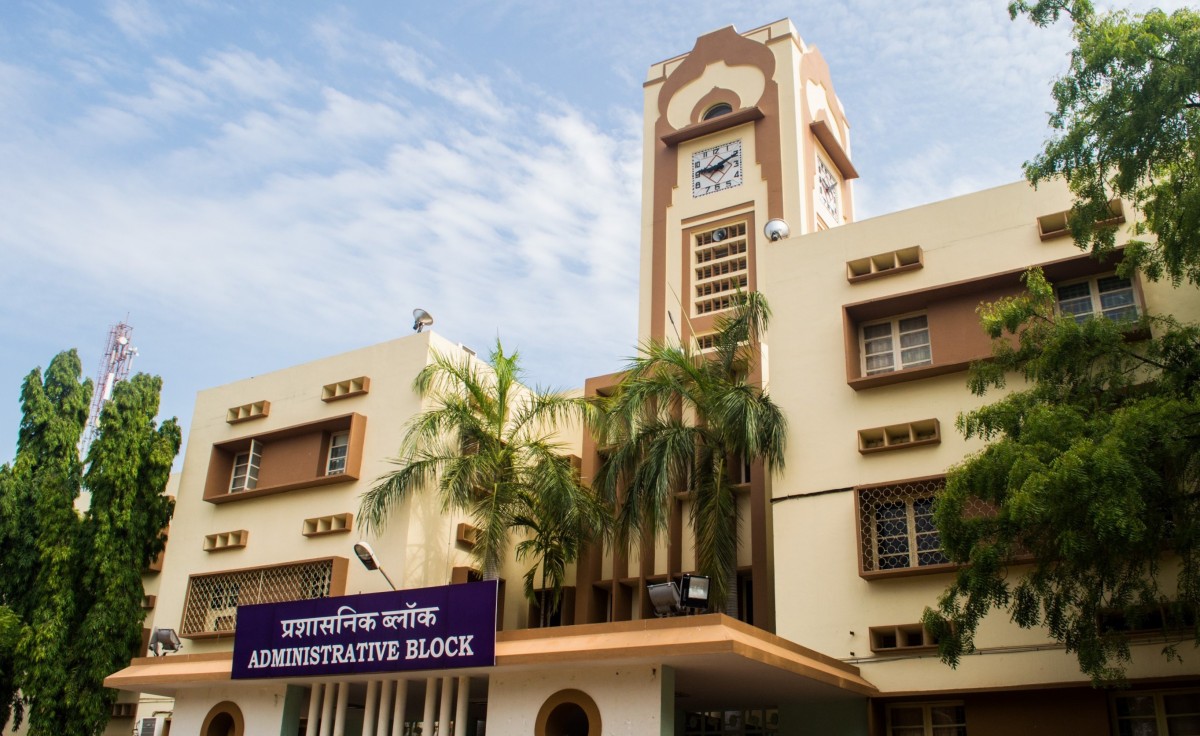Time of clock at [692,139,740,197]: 9:10
